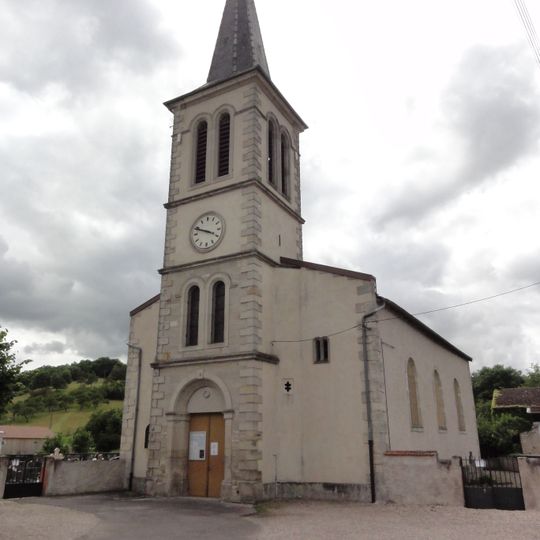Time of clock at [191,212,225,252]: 3:48
